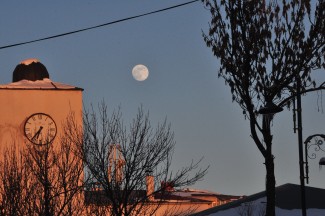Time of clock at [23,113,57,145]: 6:36
